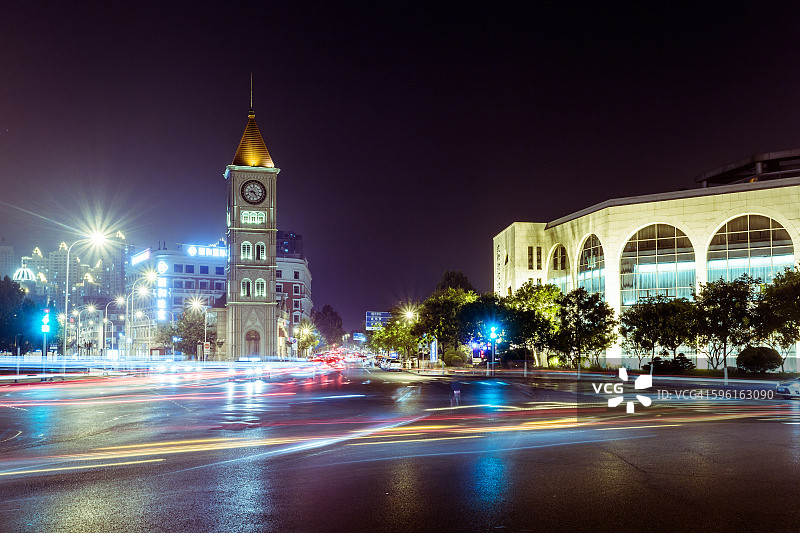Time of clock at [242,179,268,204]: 9:23
